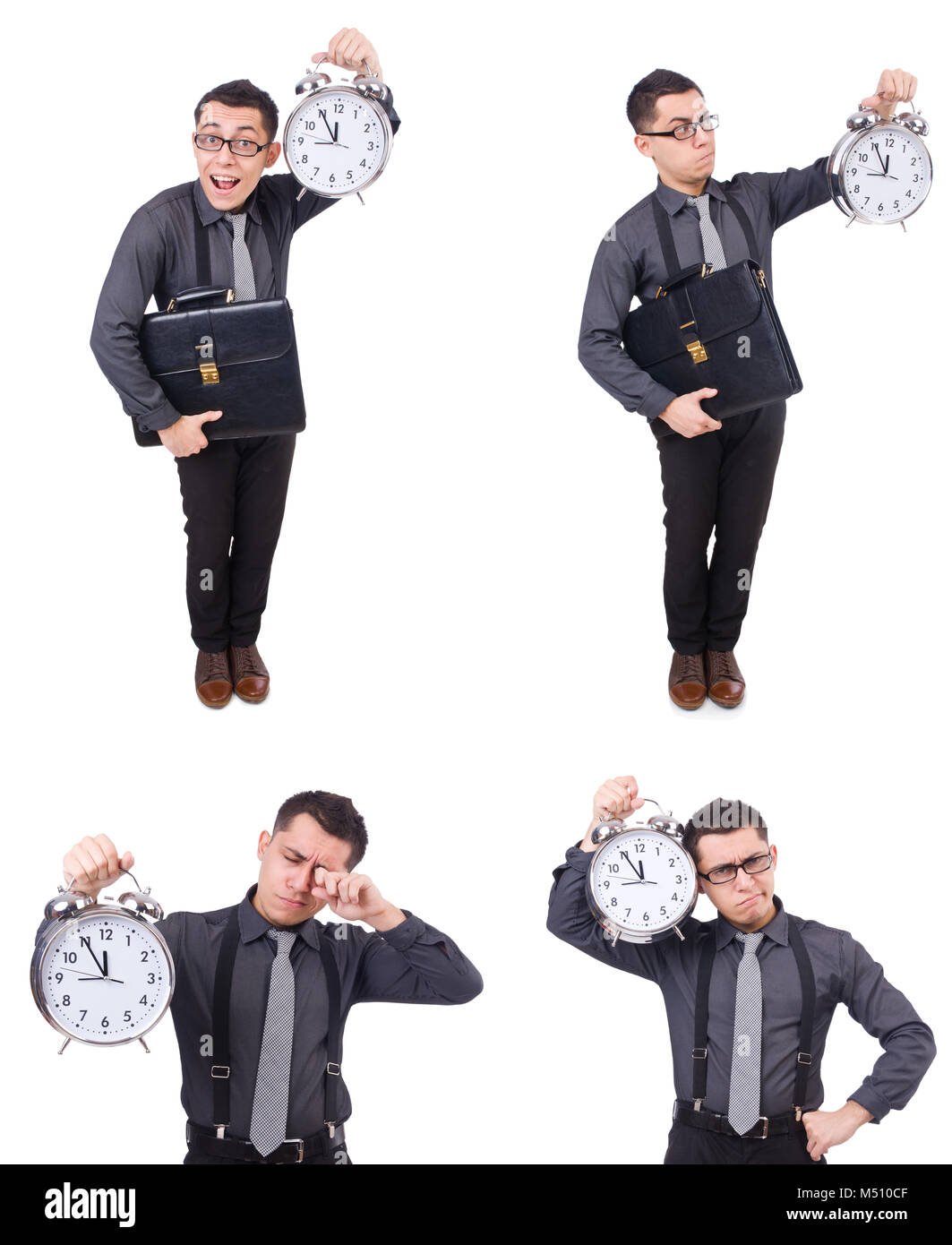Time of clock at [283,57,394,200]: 11:55
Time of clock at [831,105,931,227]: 11:55
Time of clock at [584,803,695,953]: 11:55
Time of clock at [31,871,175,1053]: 11:55
